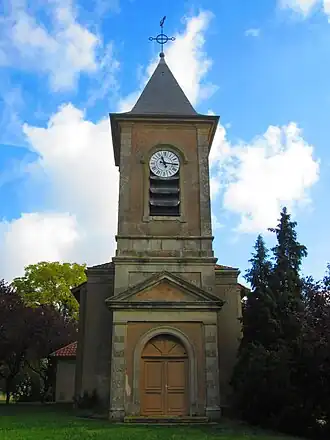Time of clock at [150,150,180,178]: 11:15
